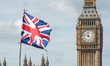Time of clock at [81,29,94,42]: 11:47
